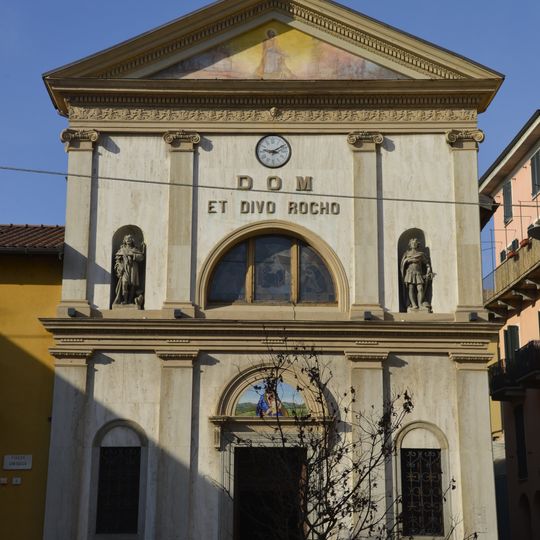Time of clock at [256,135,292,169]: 9:09
